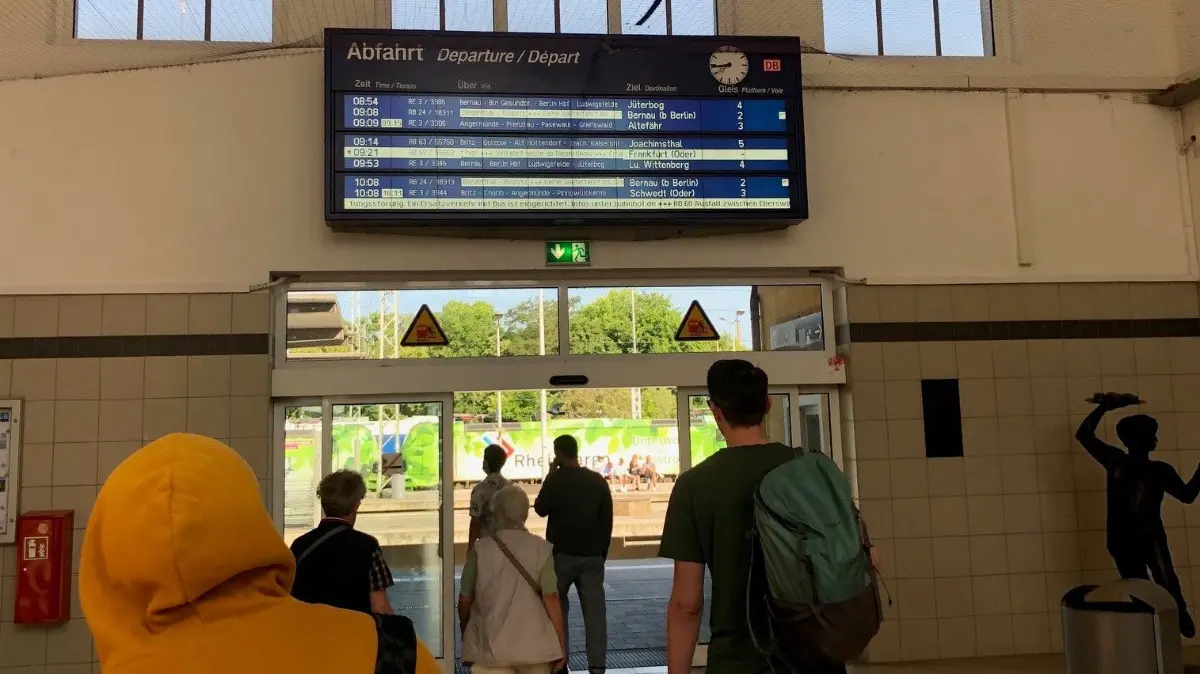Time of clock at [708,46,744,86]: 7:43
